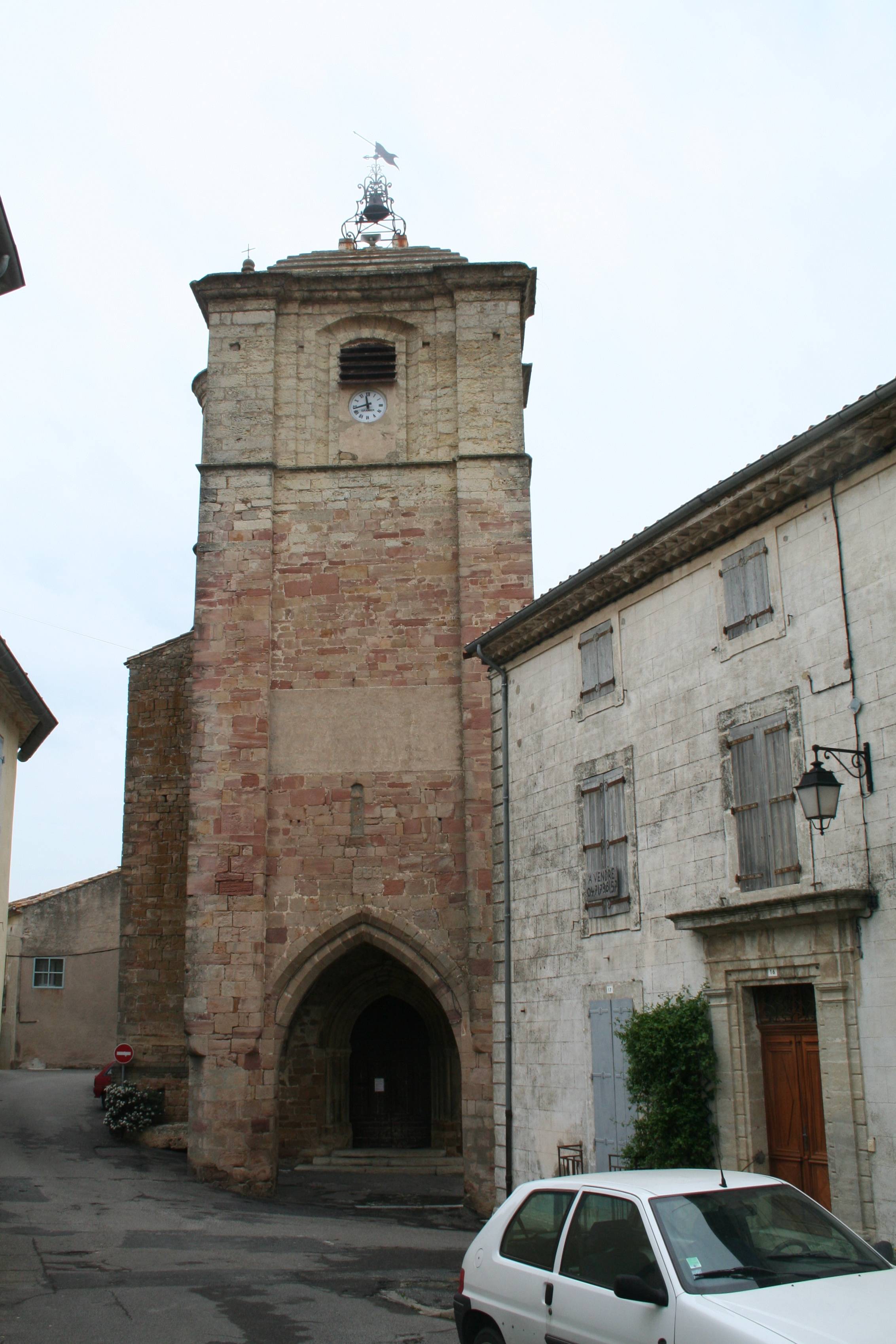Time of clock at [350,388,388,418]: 11:42
